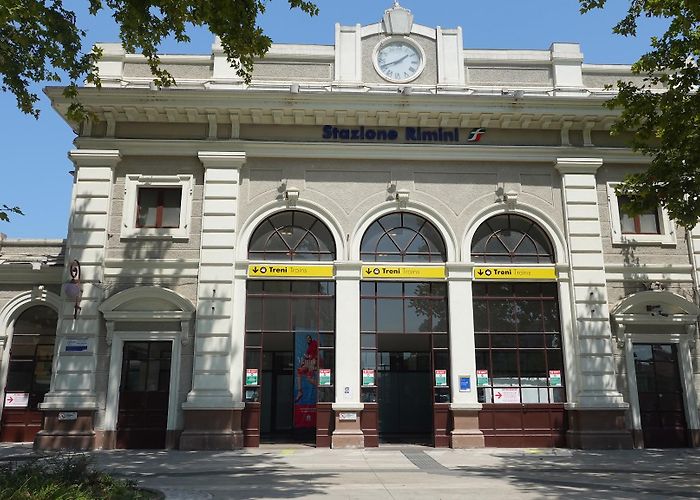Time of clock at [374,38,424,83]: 1:41
